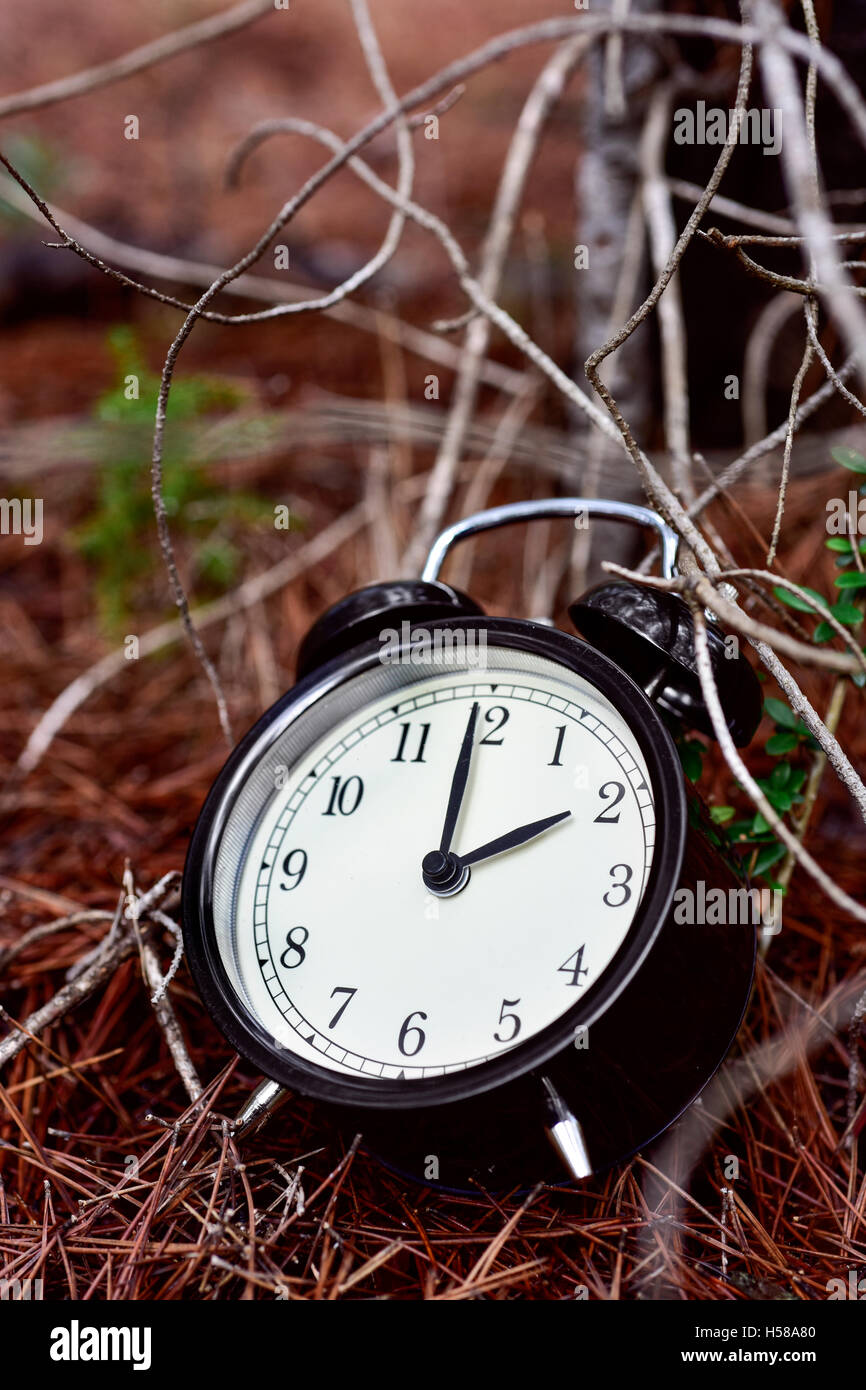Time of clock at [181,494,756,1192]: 1:59
